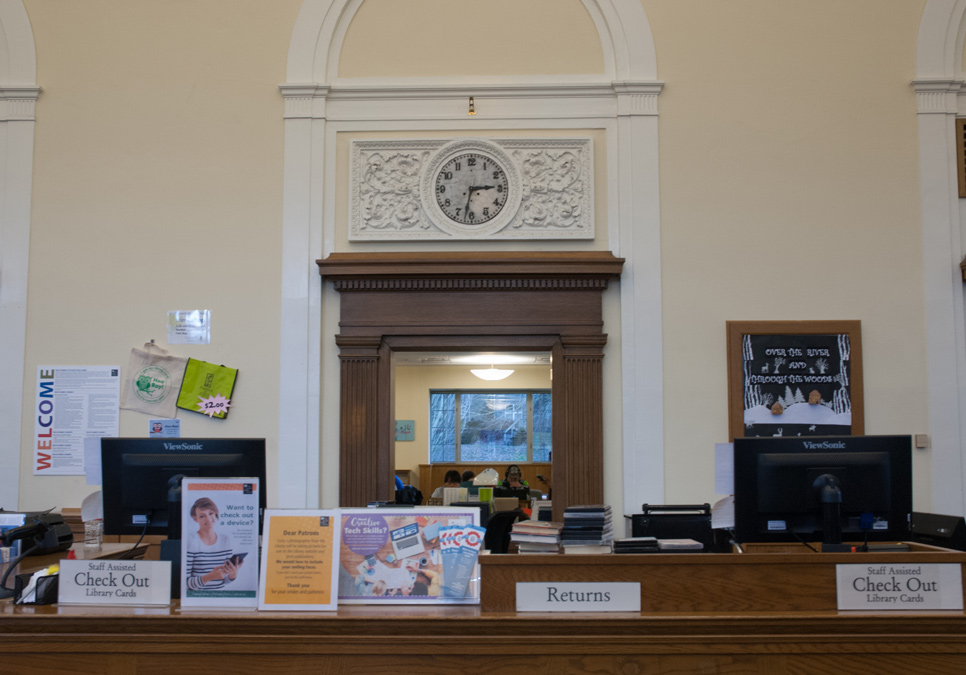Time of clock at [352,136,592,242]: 3:32
